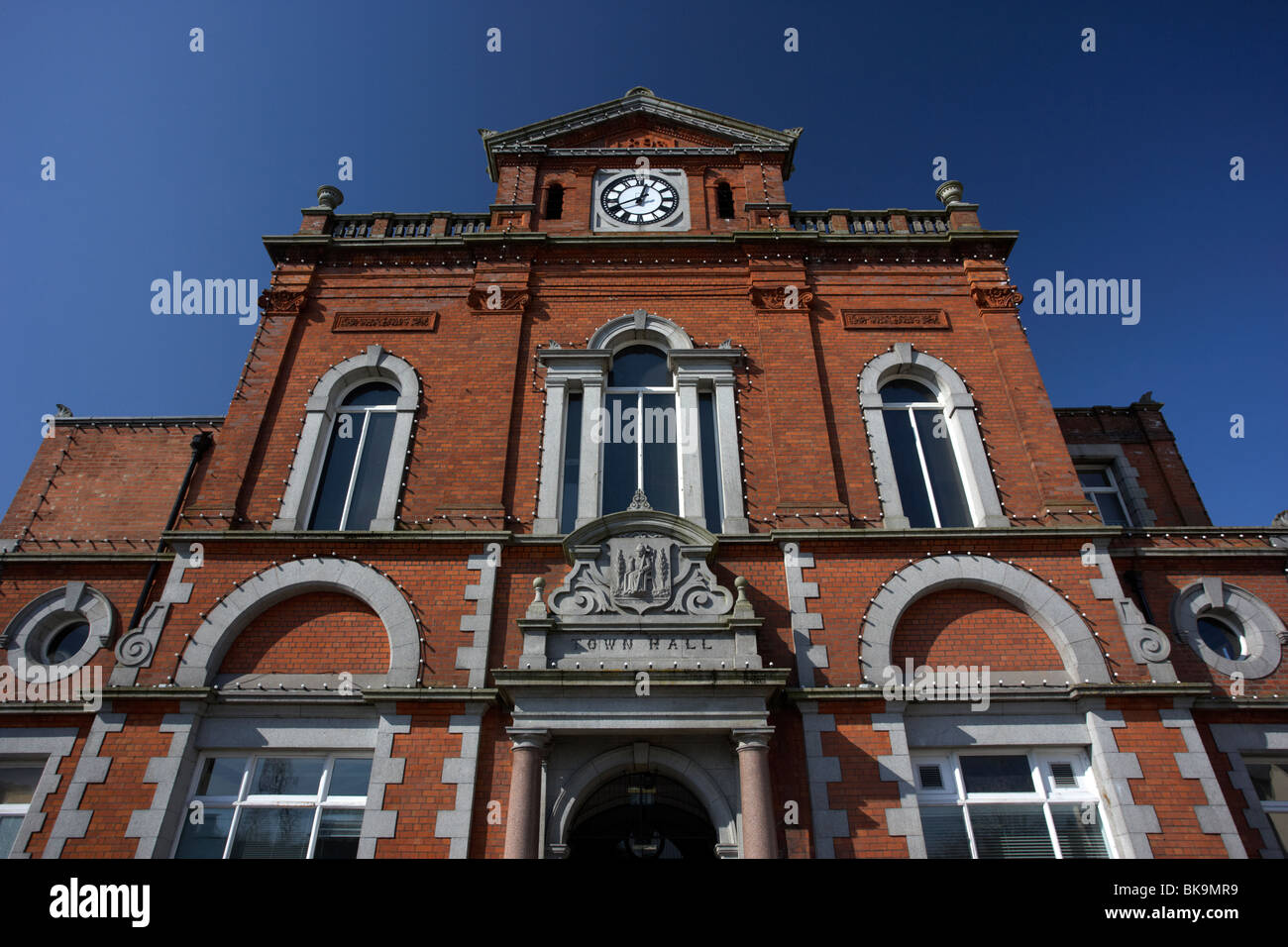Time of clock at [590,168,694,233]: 12:41
